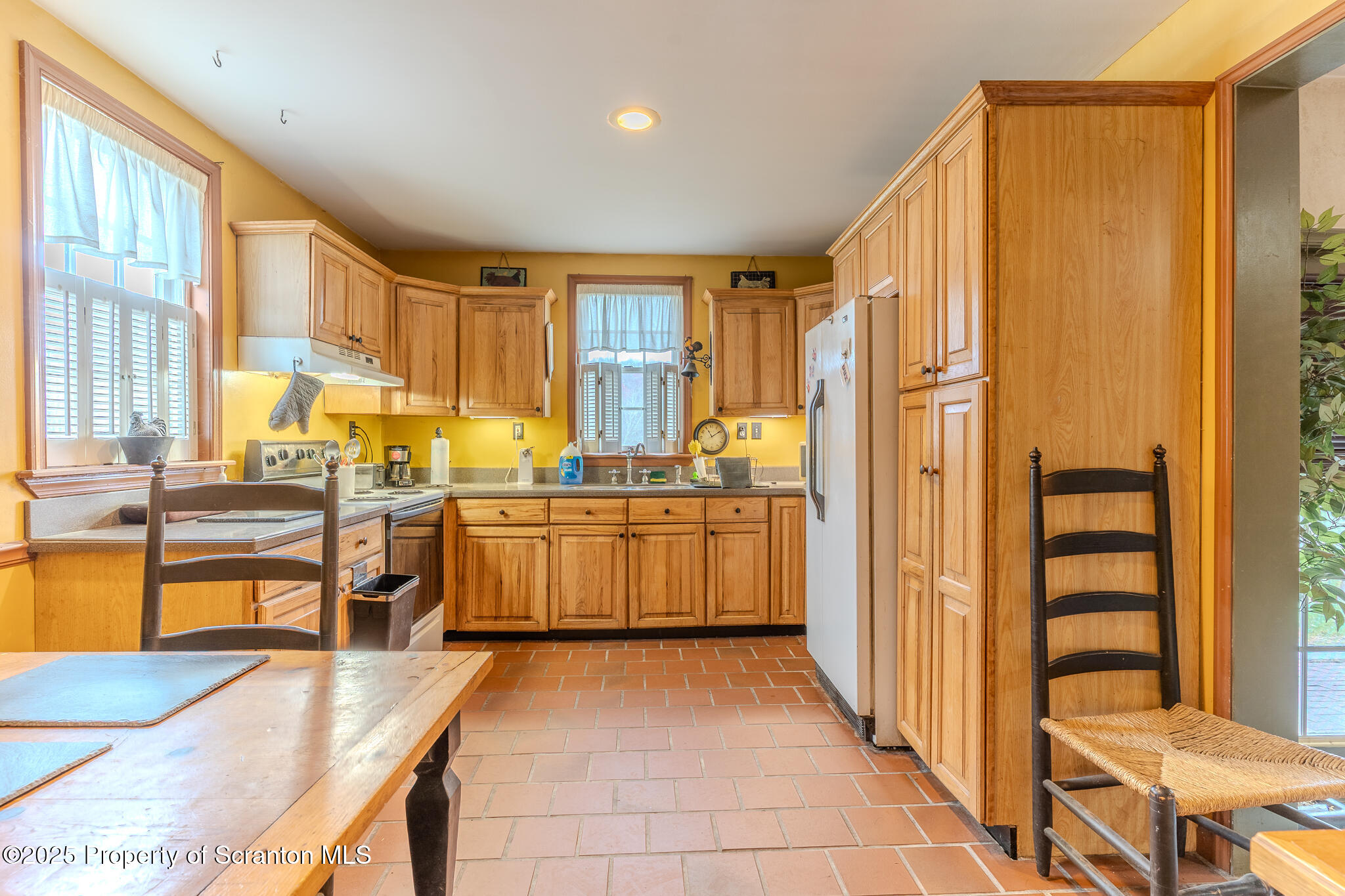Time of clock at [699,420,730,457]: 11:09
